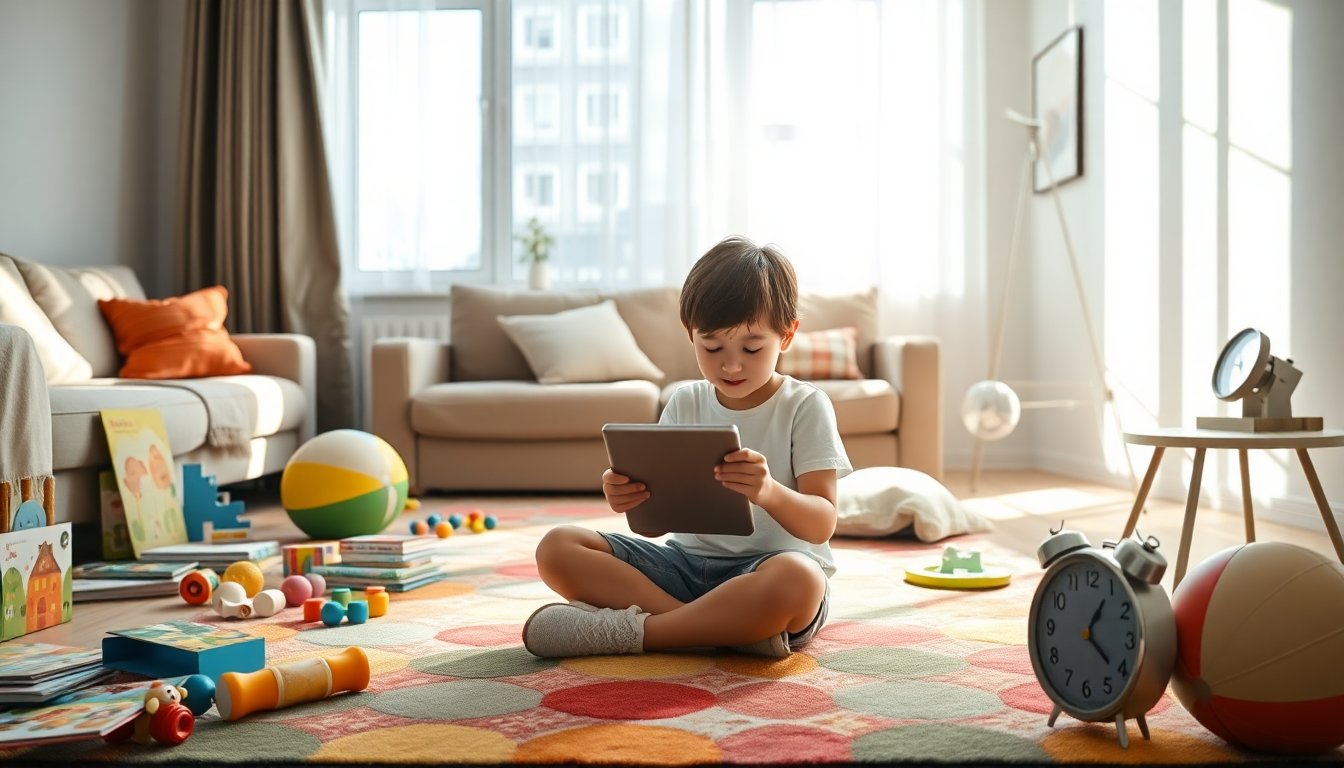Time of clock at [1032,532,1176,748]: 1:21
